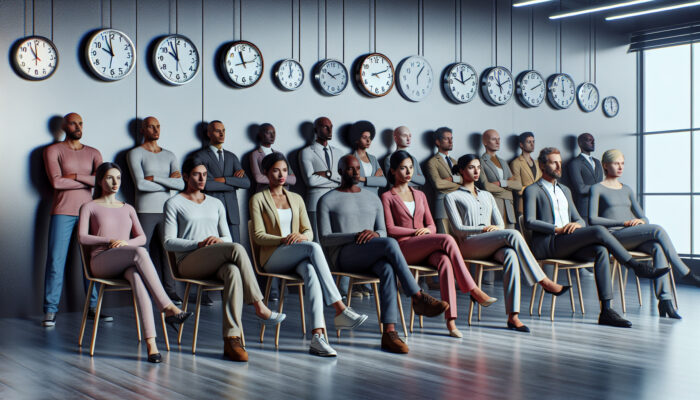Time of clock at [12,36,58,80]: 10:59
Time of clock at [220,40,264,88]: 11:12
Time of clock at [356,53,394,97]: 2:11
